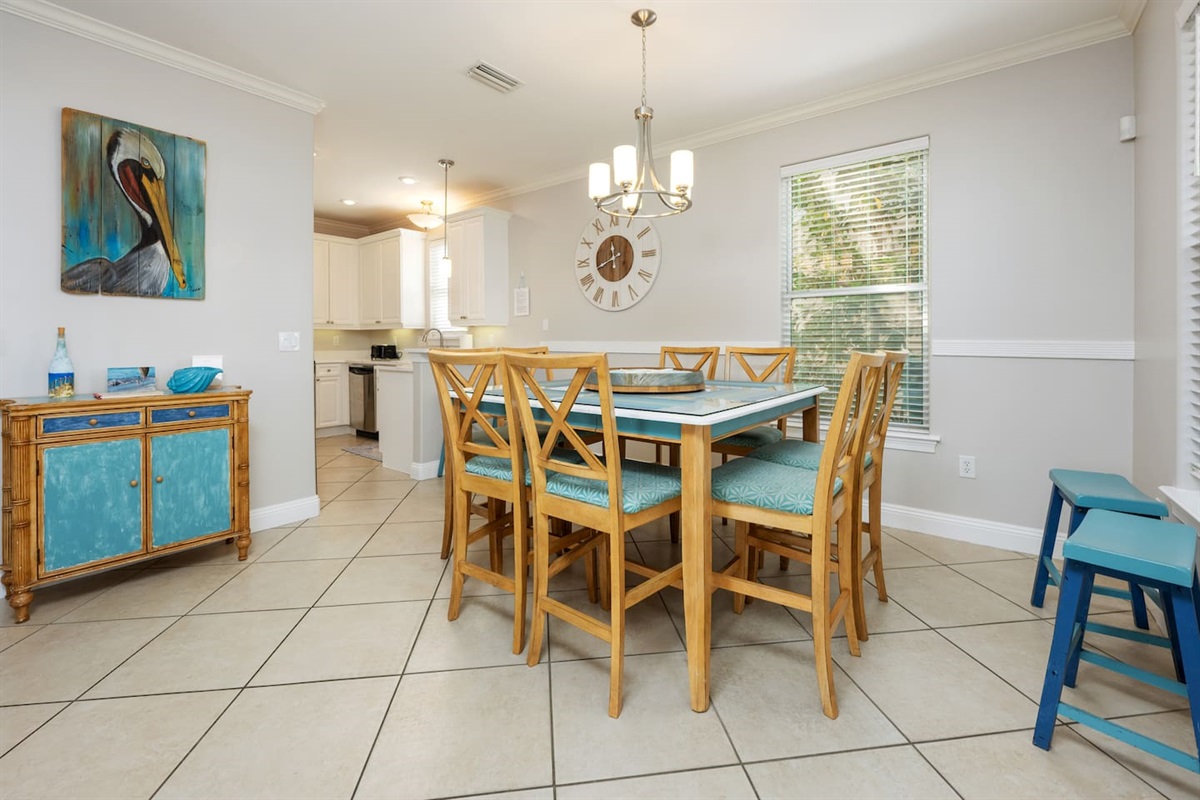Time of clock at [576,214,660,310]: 11:41
